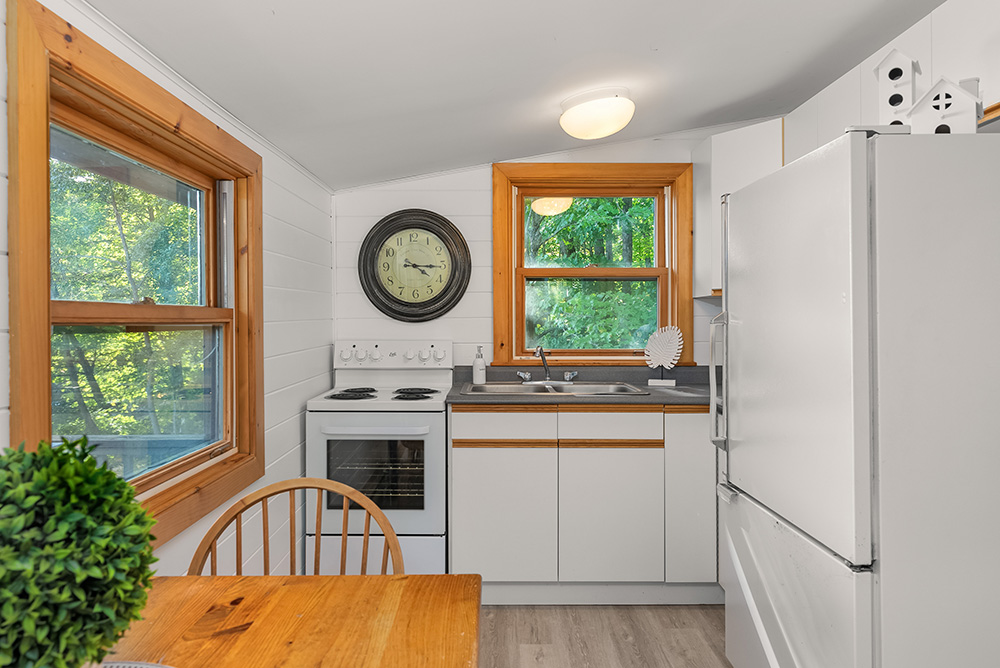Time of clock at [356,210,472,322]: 4:15
